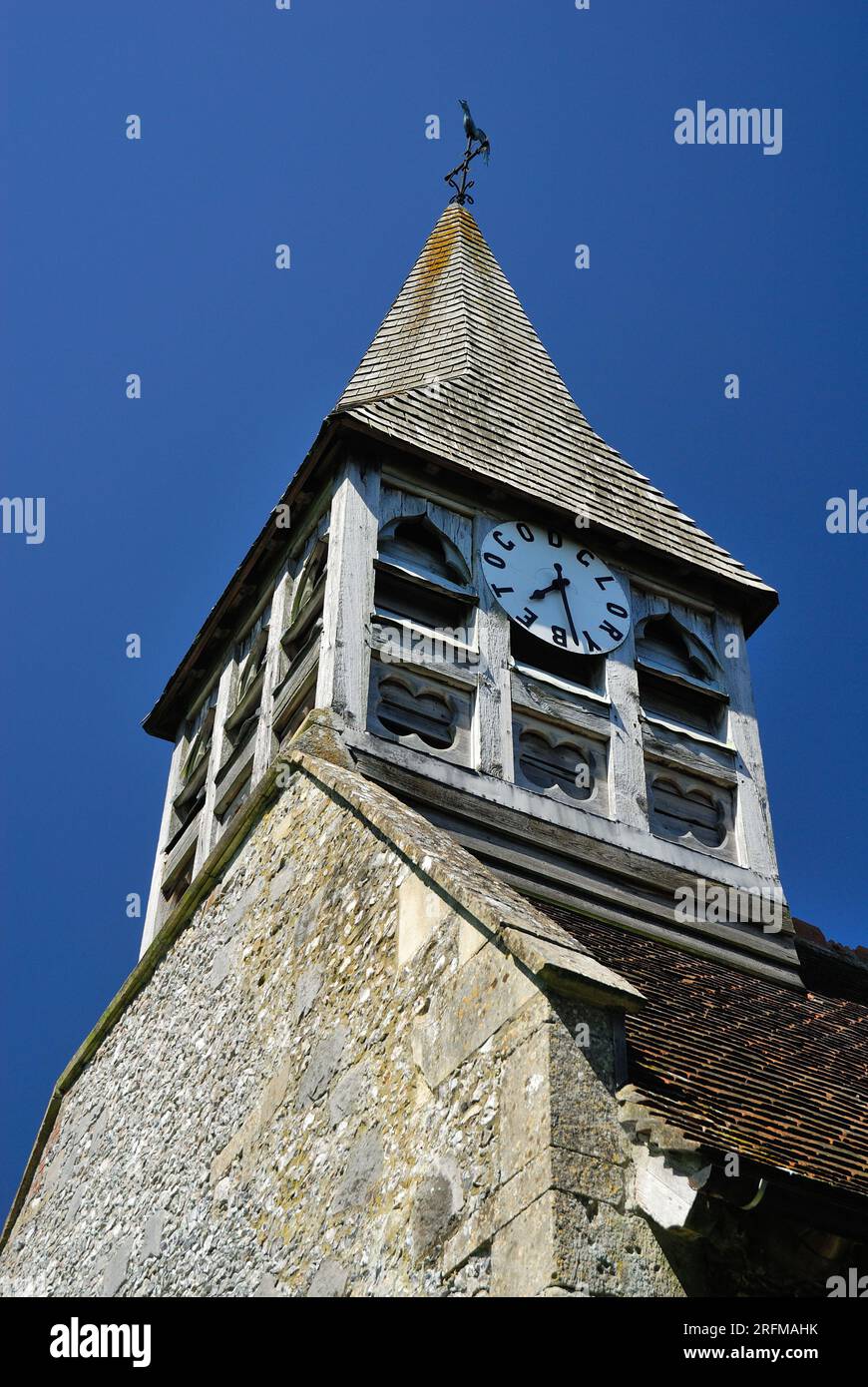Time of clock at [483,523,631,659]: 7:28
